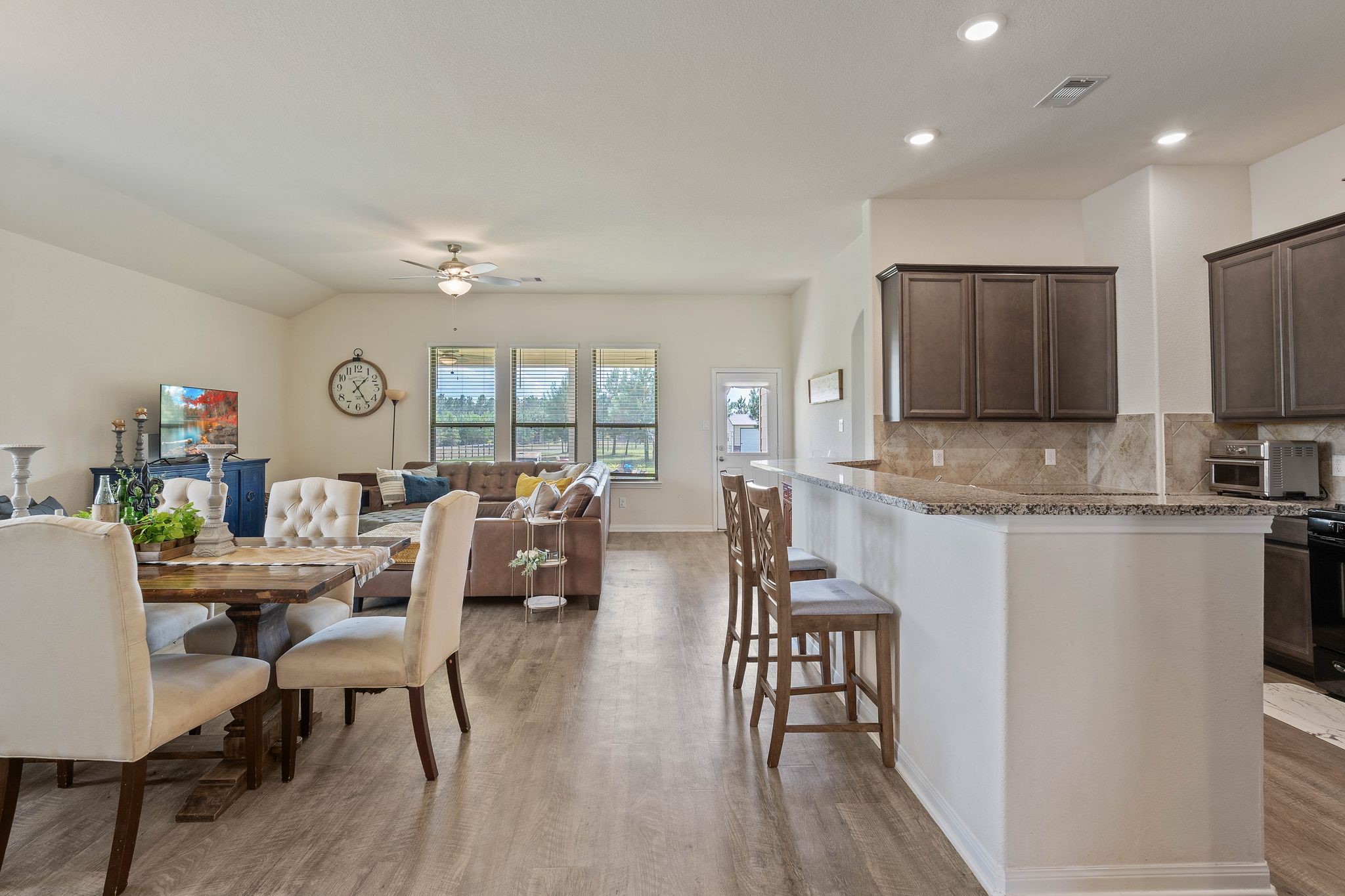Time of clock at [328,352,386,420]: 1:24
